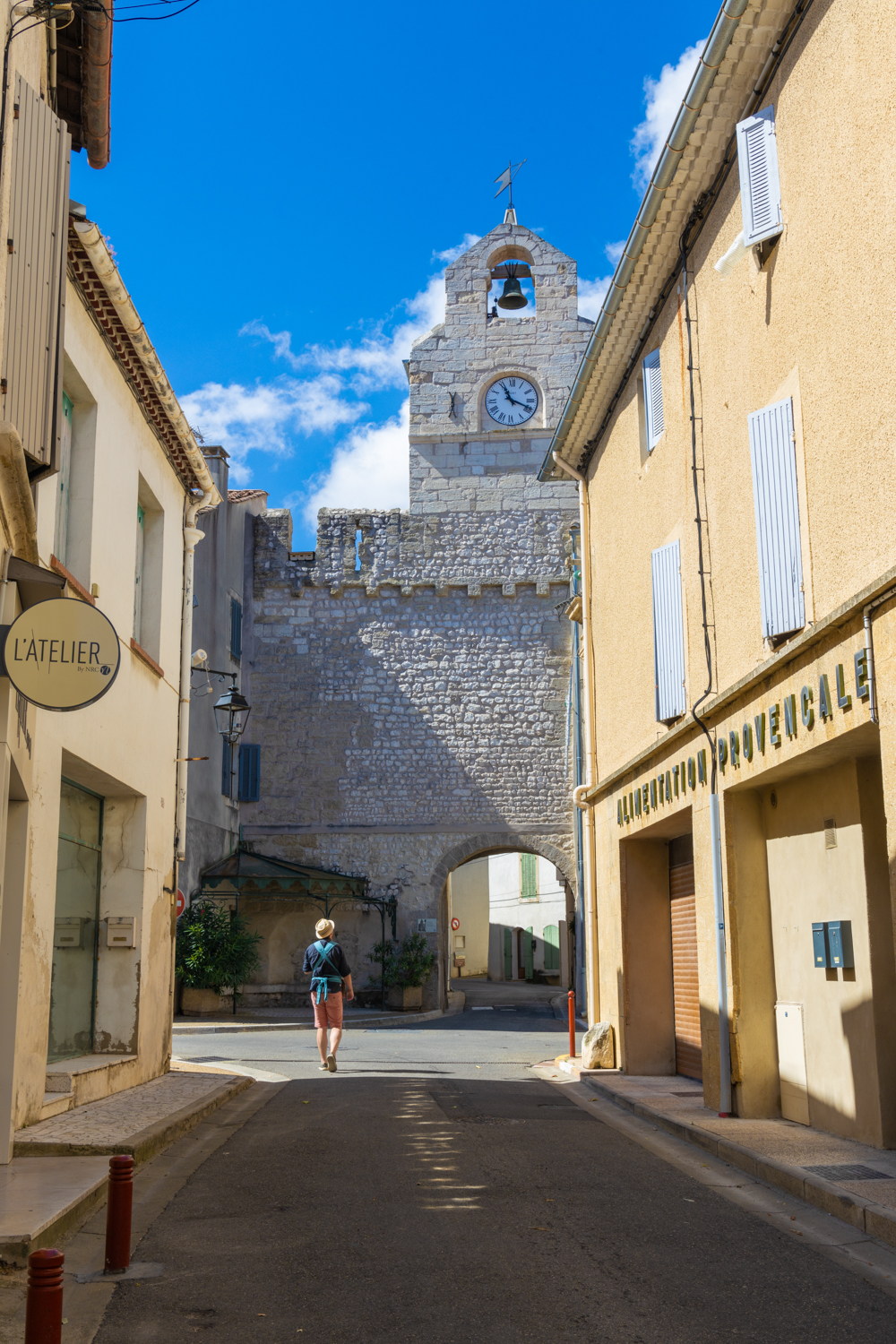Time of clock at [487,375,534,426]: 11:18
